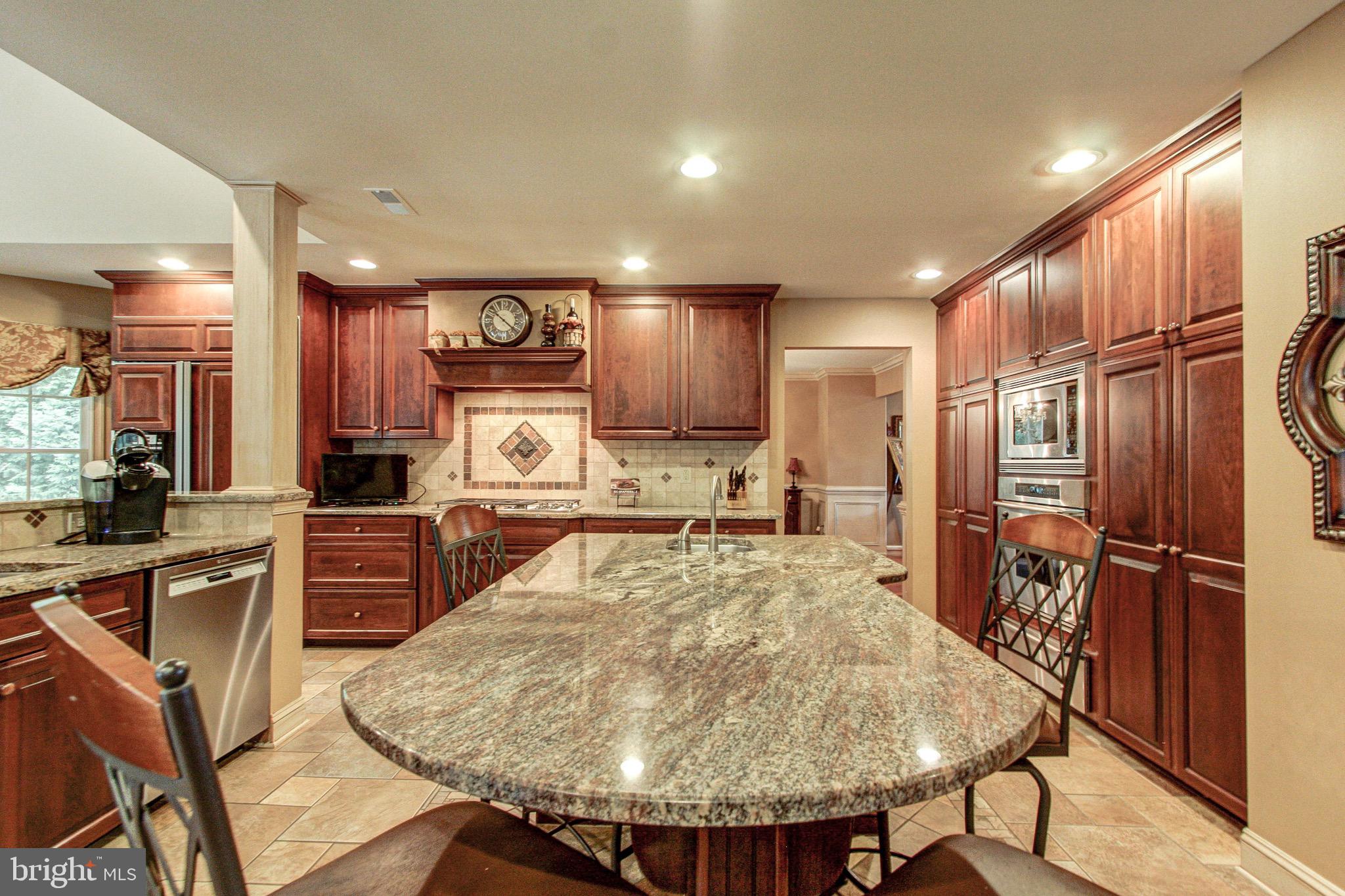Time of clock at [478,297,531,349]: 10:21
